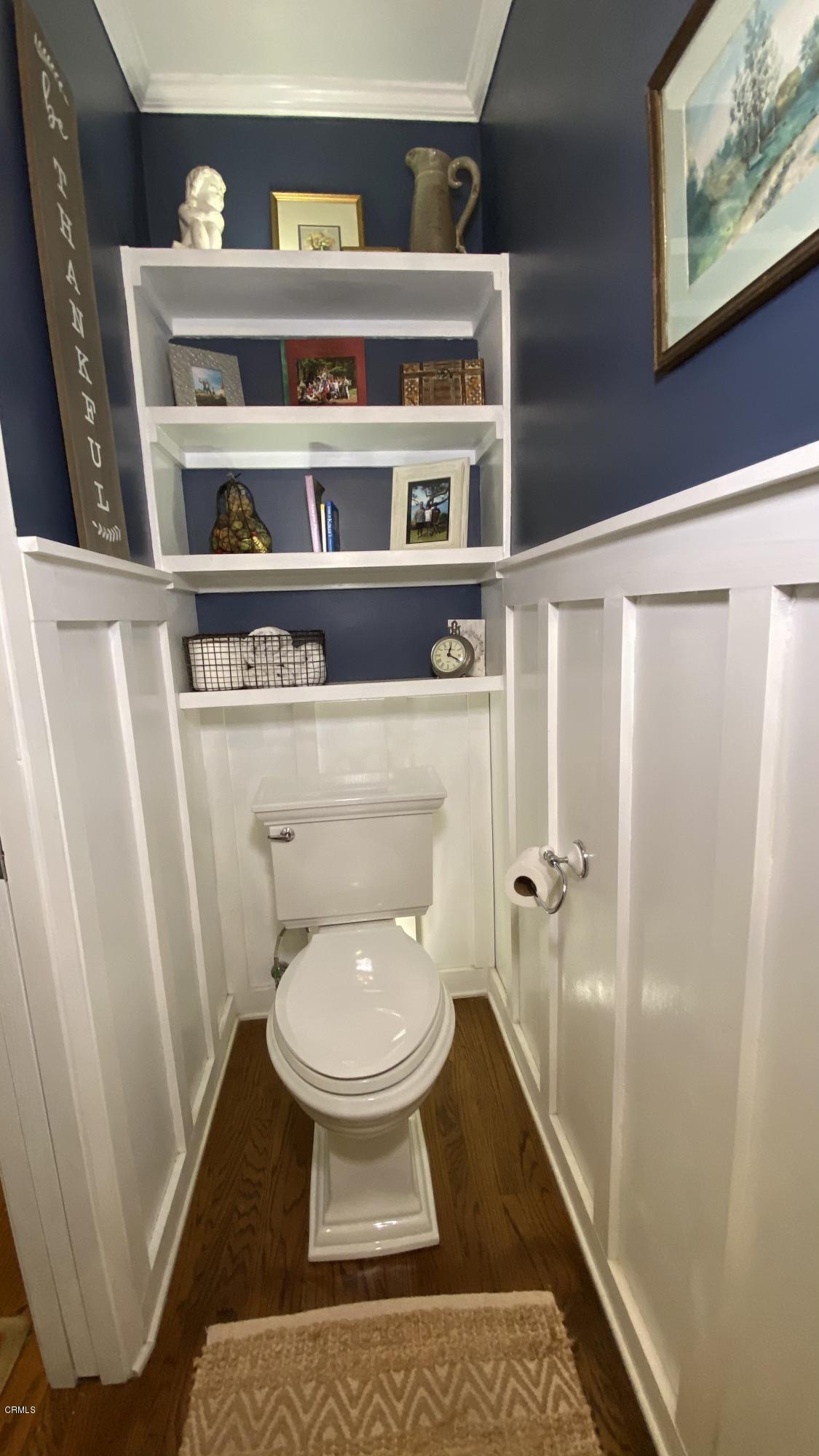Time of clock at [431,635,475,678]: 12:19
